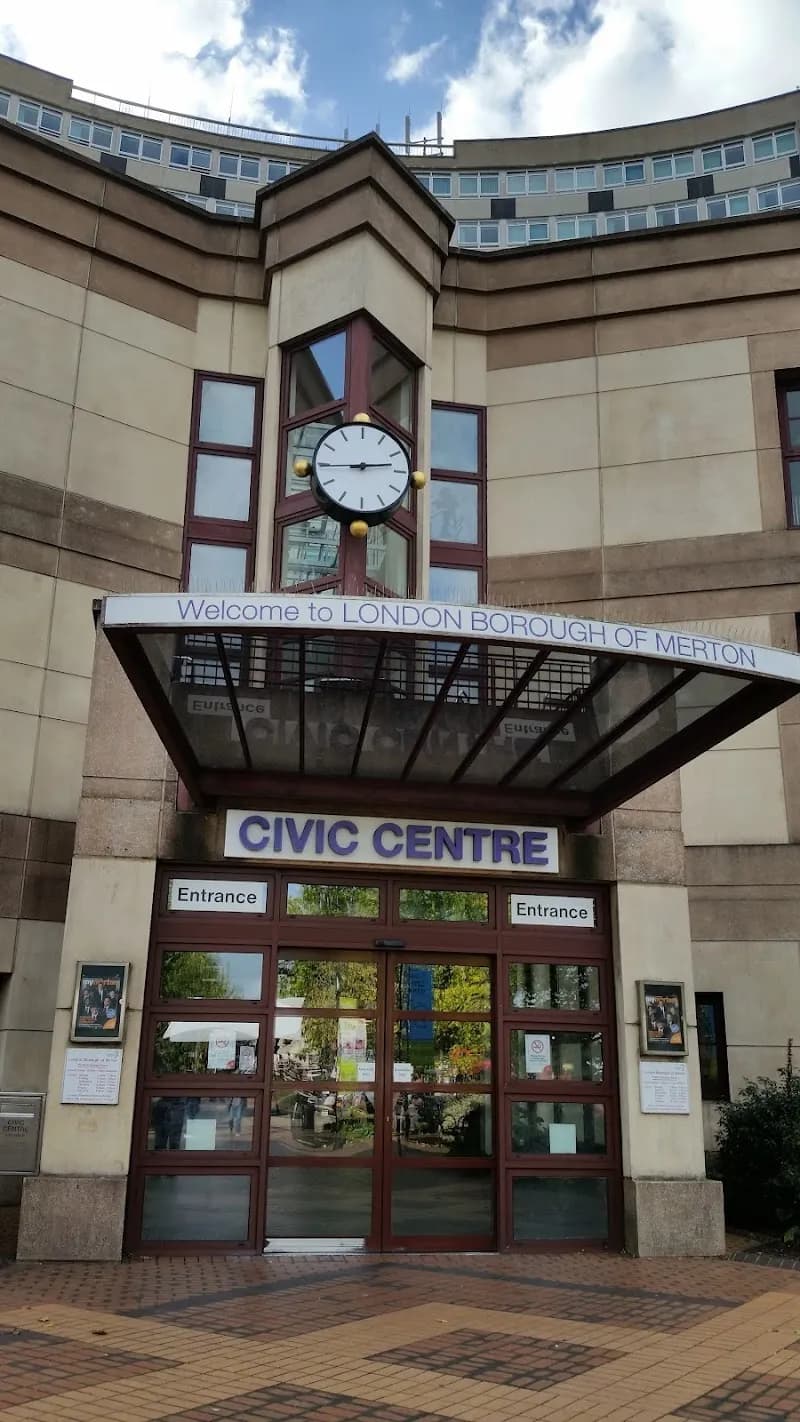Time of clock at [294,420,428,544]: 2:44
